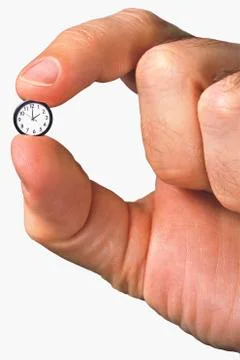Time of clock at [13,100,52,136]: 2:00
